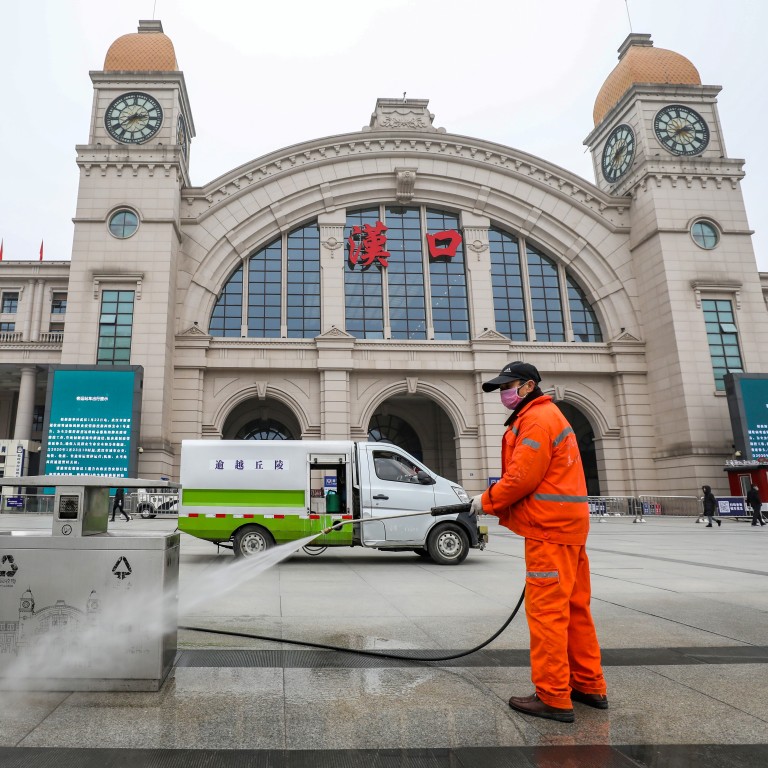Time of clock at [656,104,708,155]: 2:38
